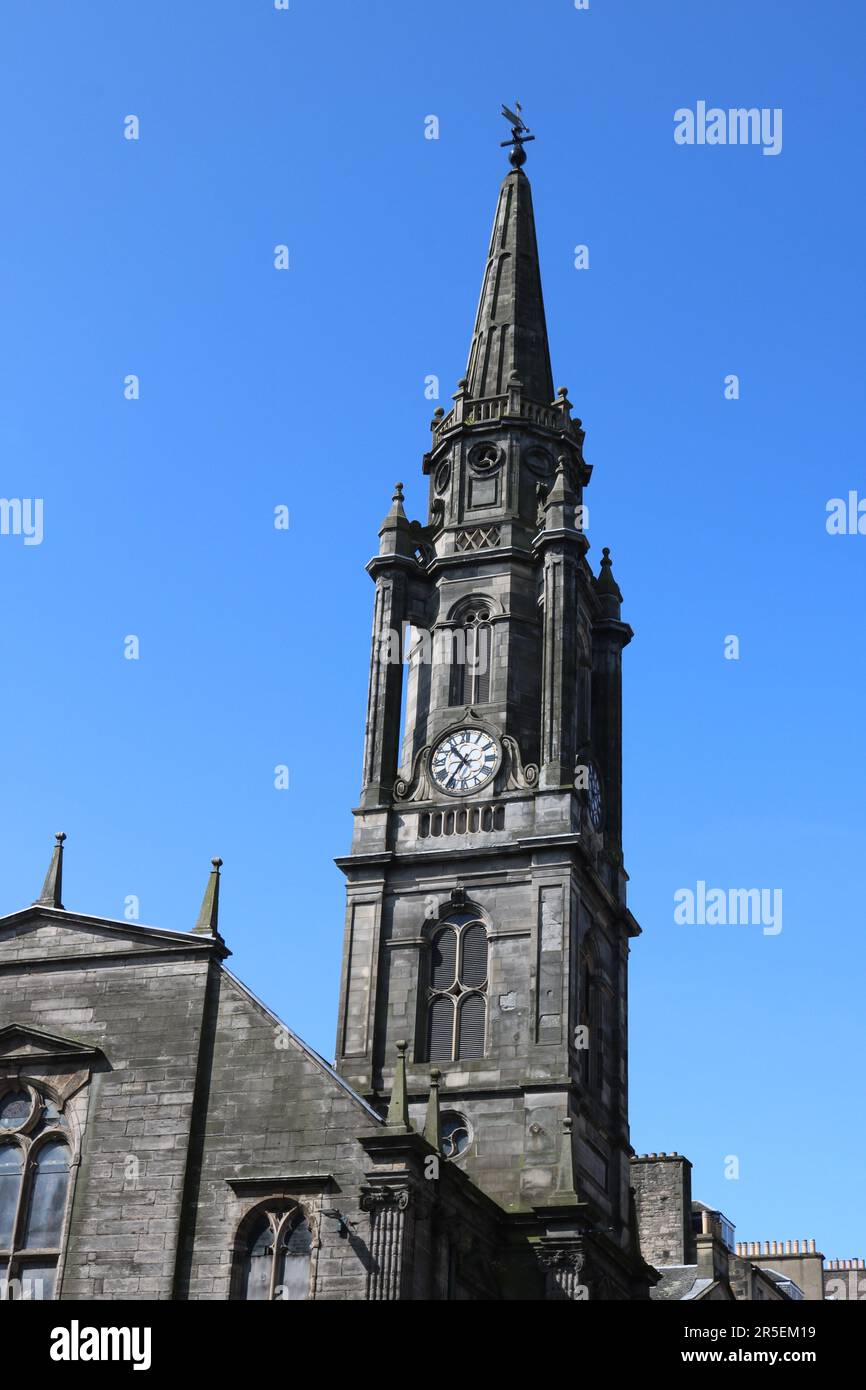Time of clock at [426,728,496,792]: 10:35
